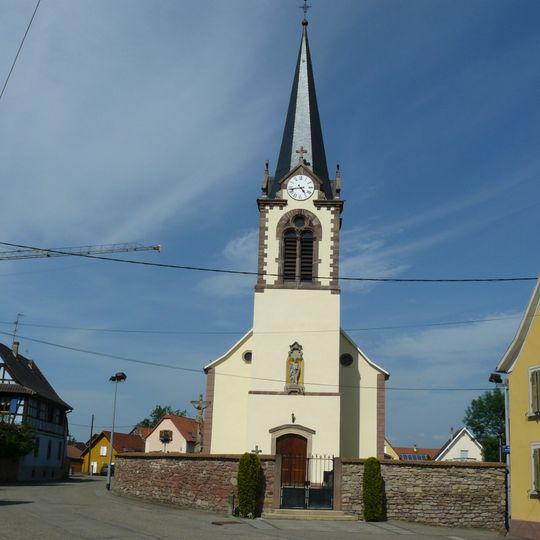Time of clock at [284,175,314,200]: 4:42
